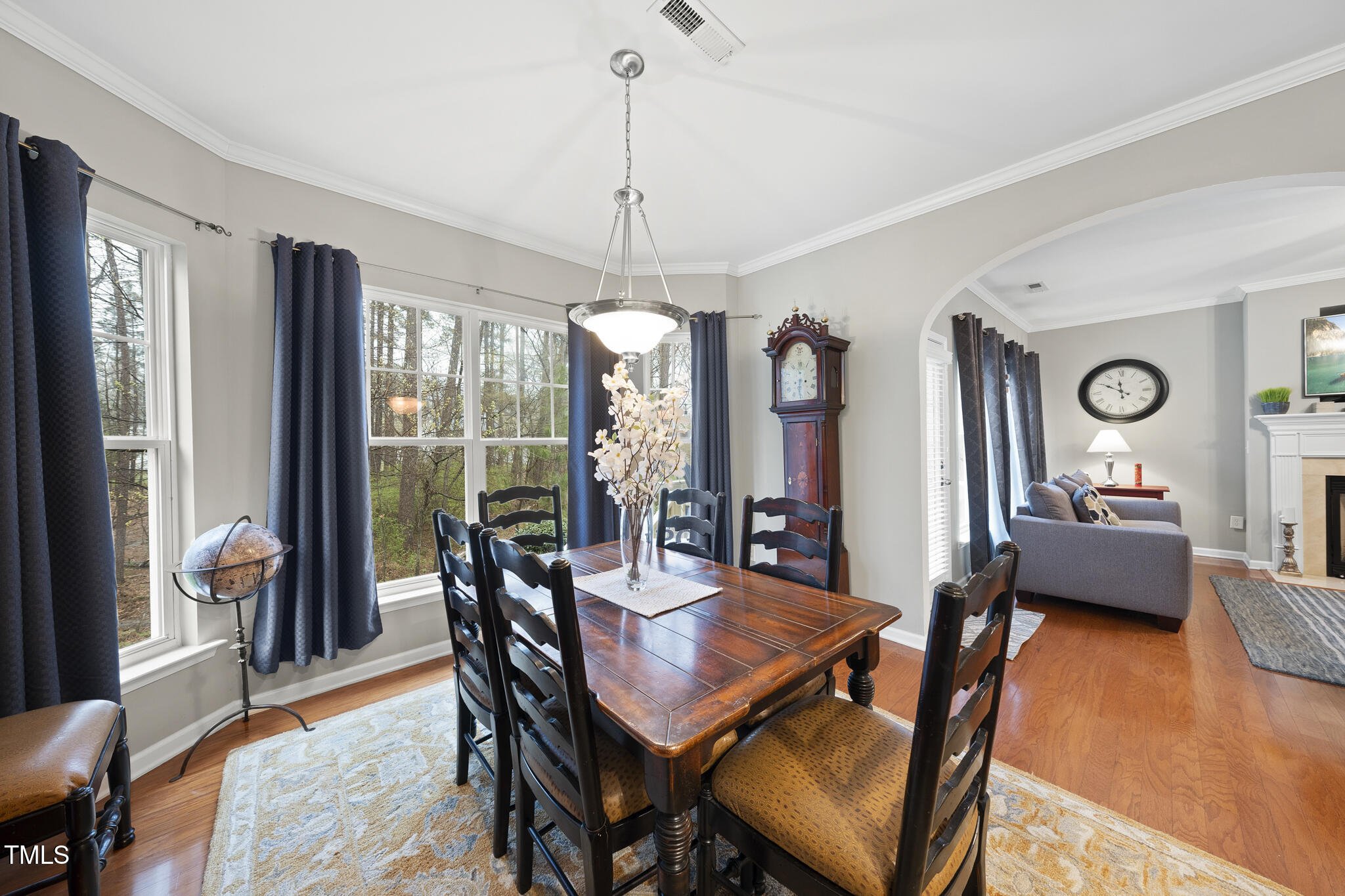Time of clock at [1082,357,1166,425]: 11:50
